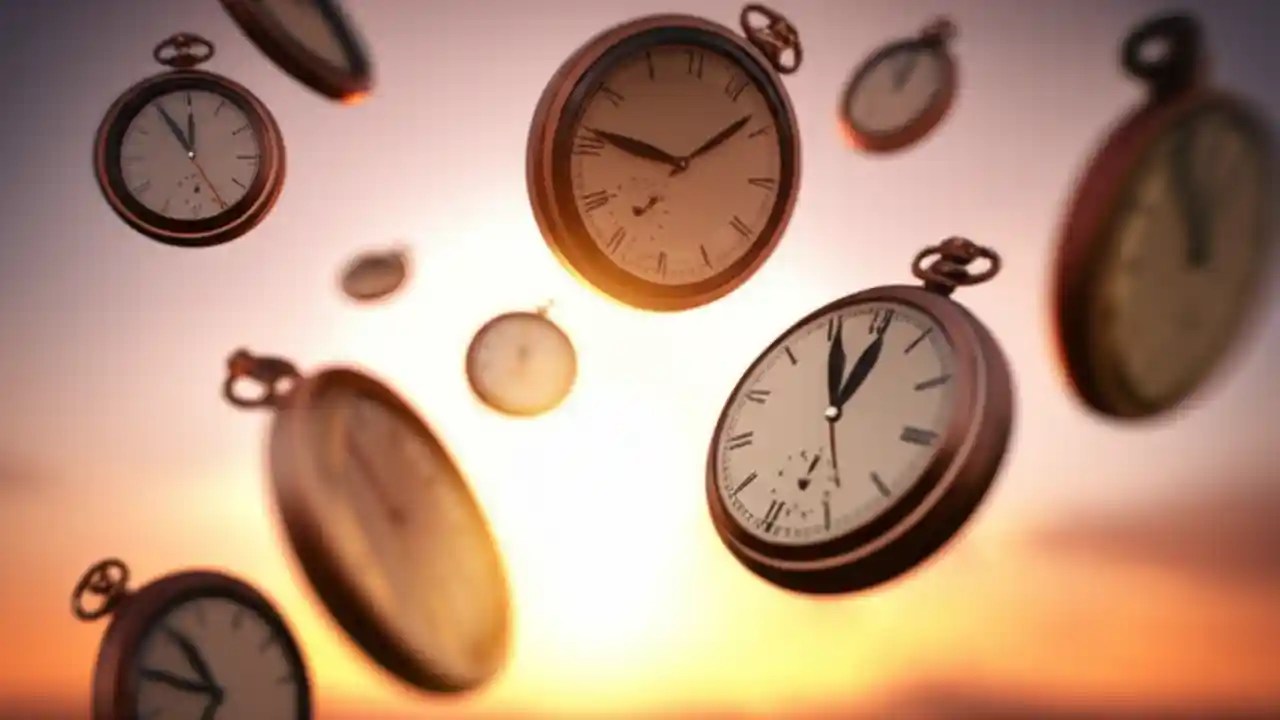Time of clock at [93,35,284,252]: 11:54
